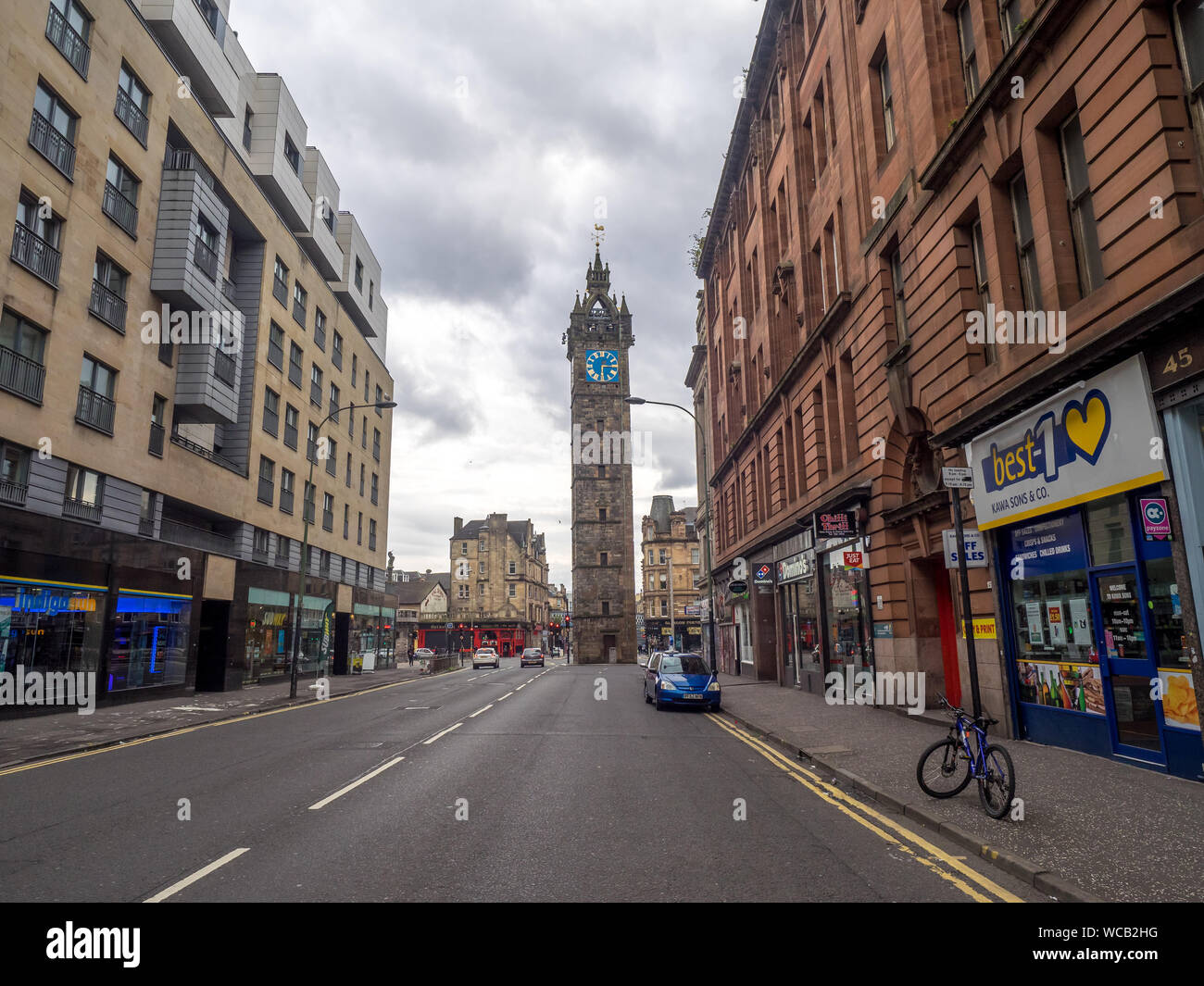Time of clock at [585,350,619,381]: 6:15
